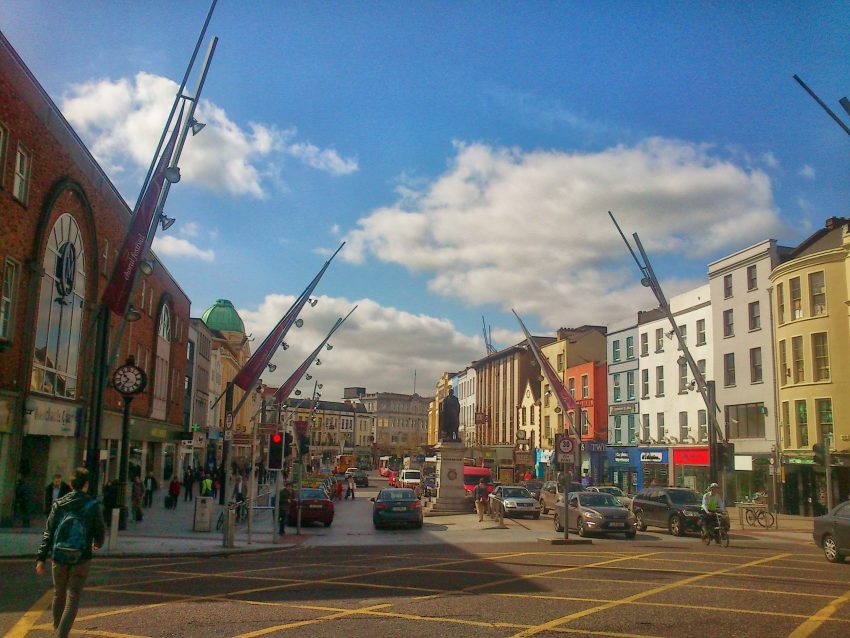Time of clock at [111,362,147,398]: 10:36
